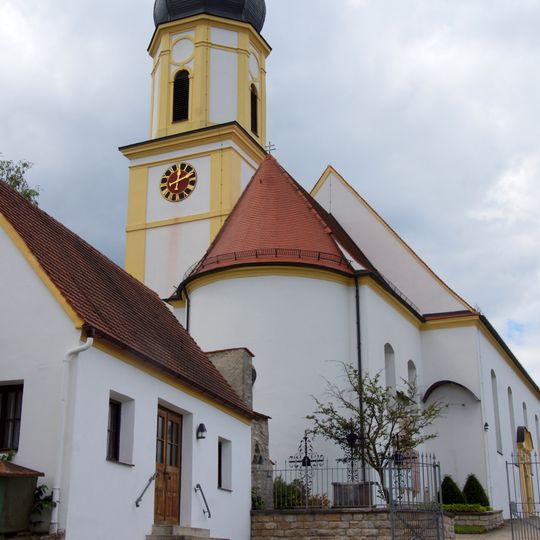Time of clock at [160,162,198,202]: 12:10
